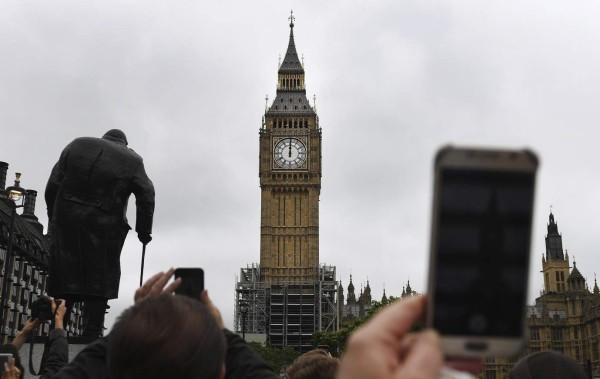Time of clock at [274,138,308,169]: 12:00
